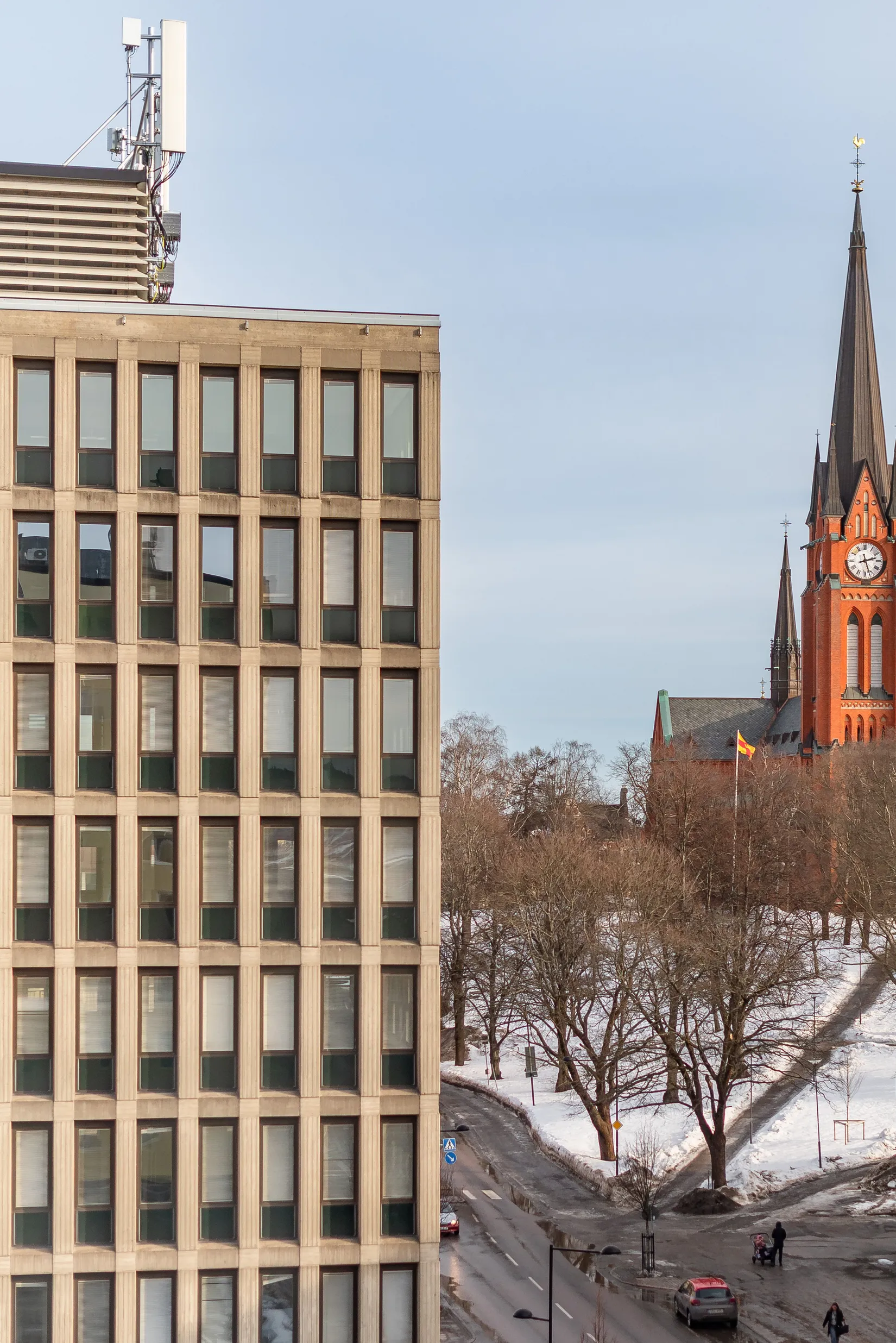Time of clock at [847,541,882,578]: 2:26
